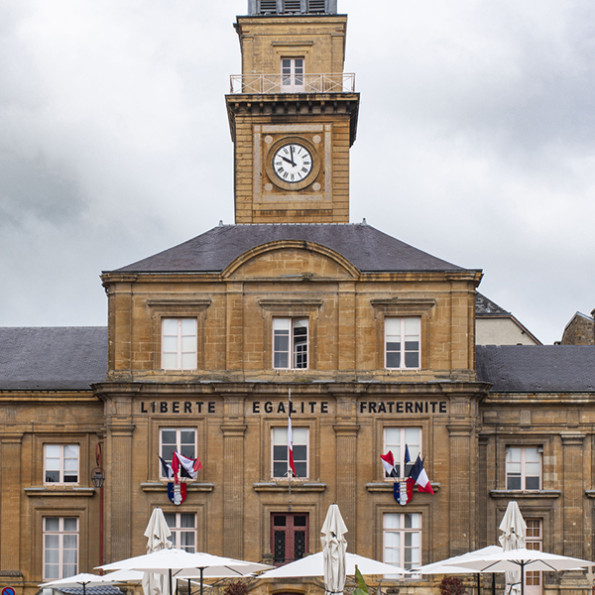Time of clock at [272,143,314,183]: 9:58
